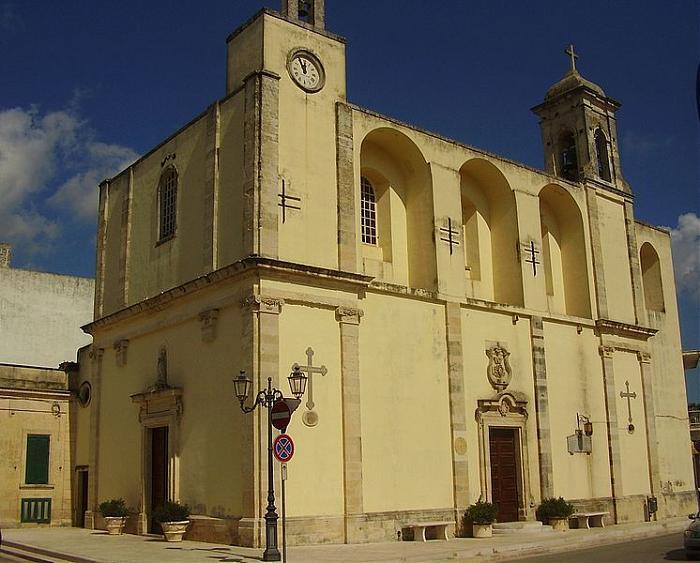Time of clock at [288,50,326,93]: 11:55
